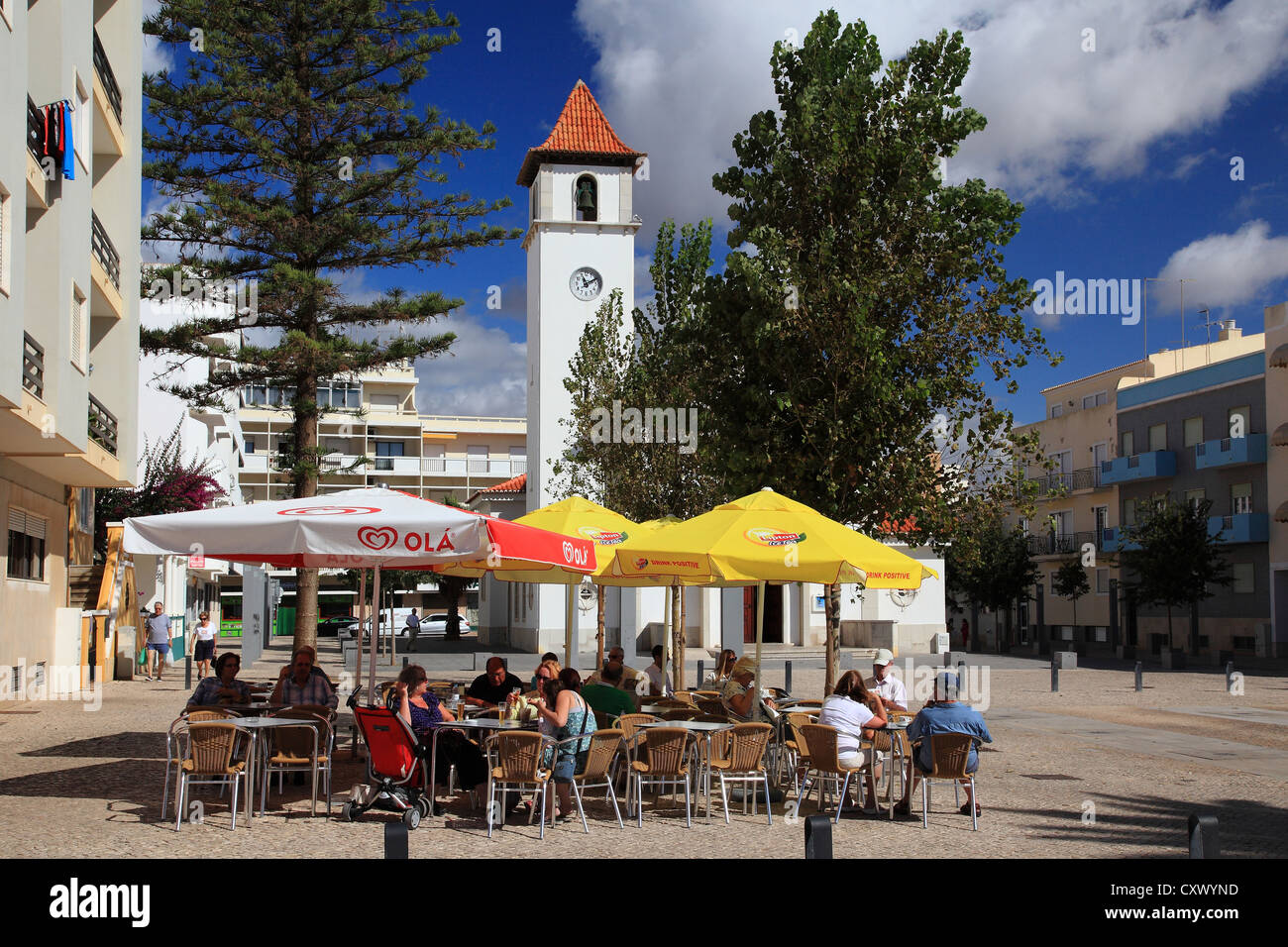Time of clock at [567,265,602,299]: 11:10
